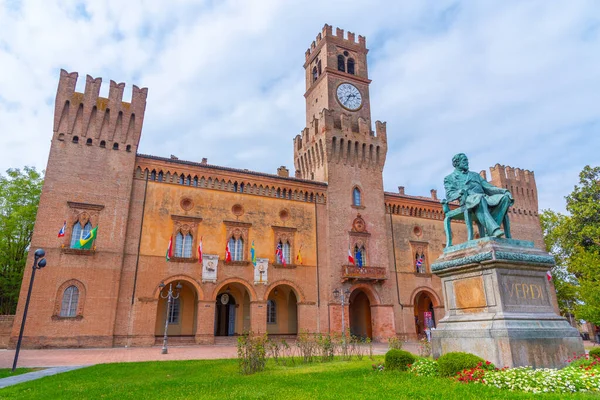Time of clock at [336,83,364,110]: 2:35
